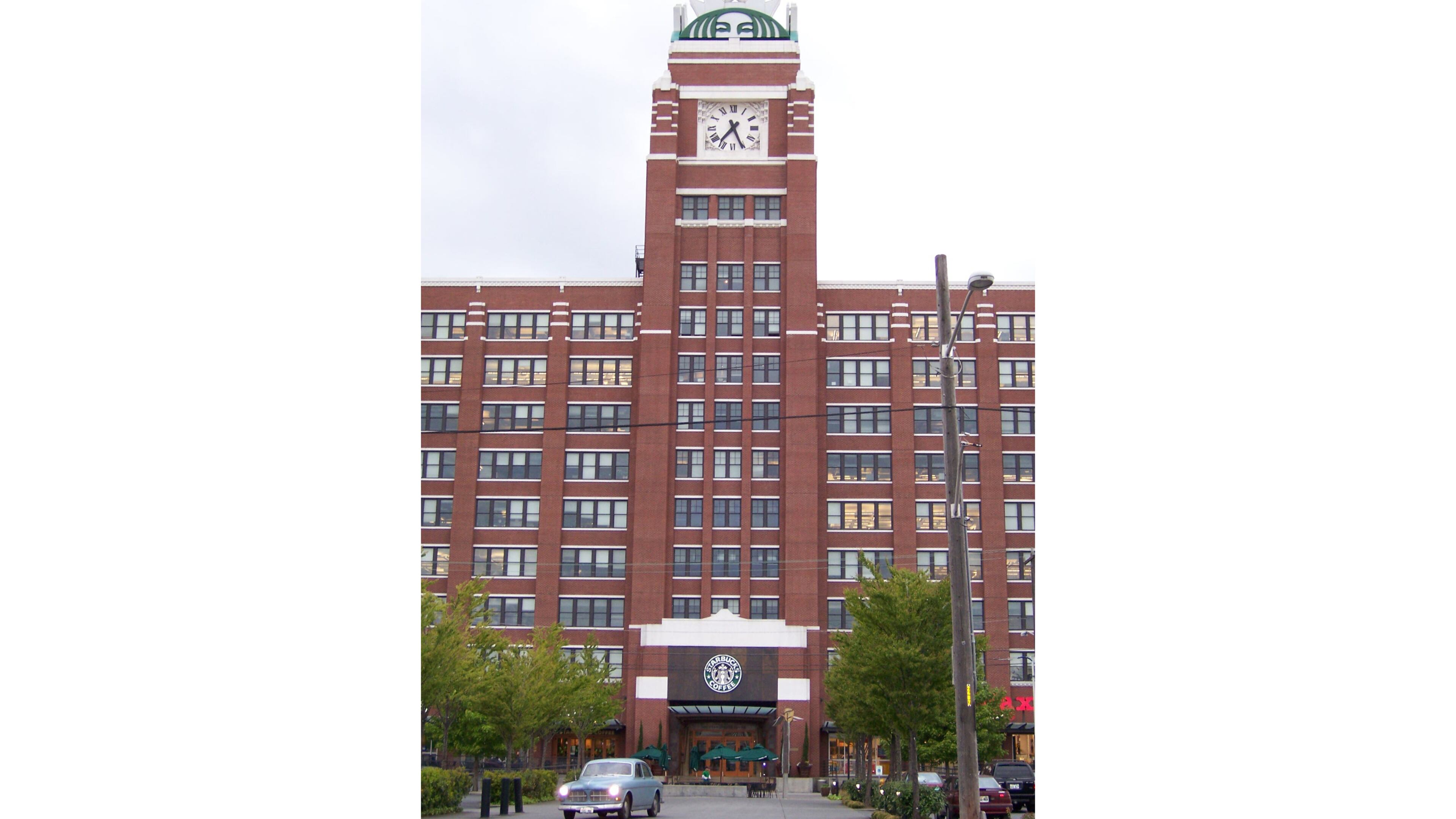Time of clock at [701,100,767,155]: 7:25
